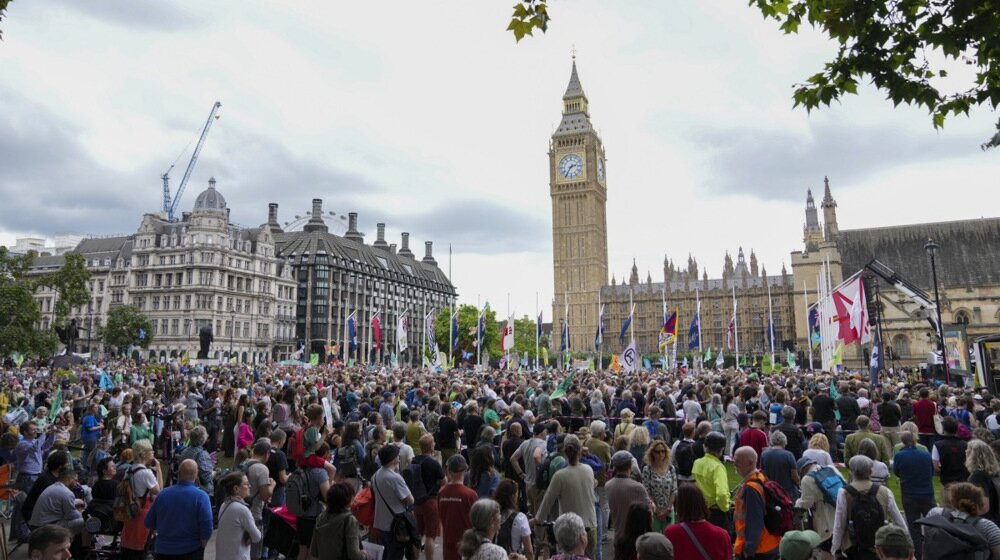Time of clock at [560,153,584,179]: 2:35
